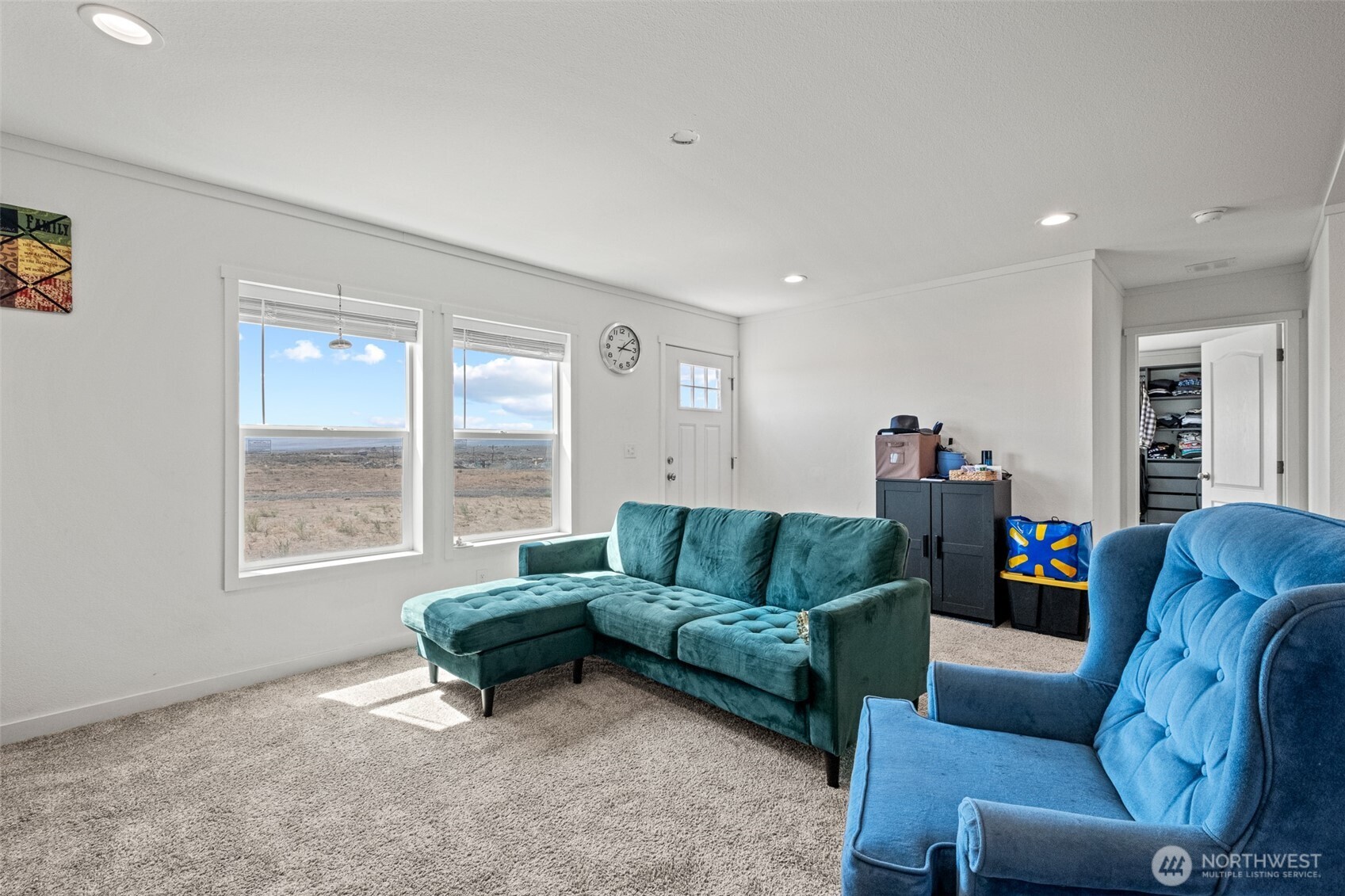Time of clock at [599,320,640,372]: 3:08
